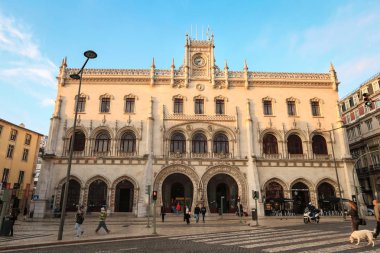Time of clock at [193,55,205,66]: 8:37
